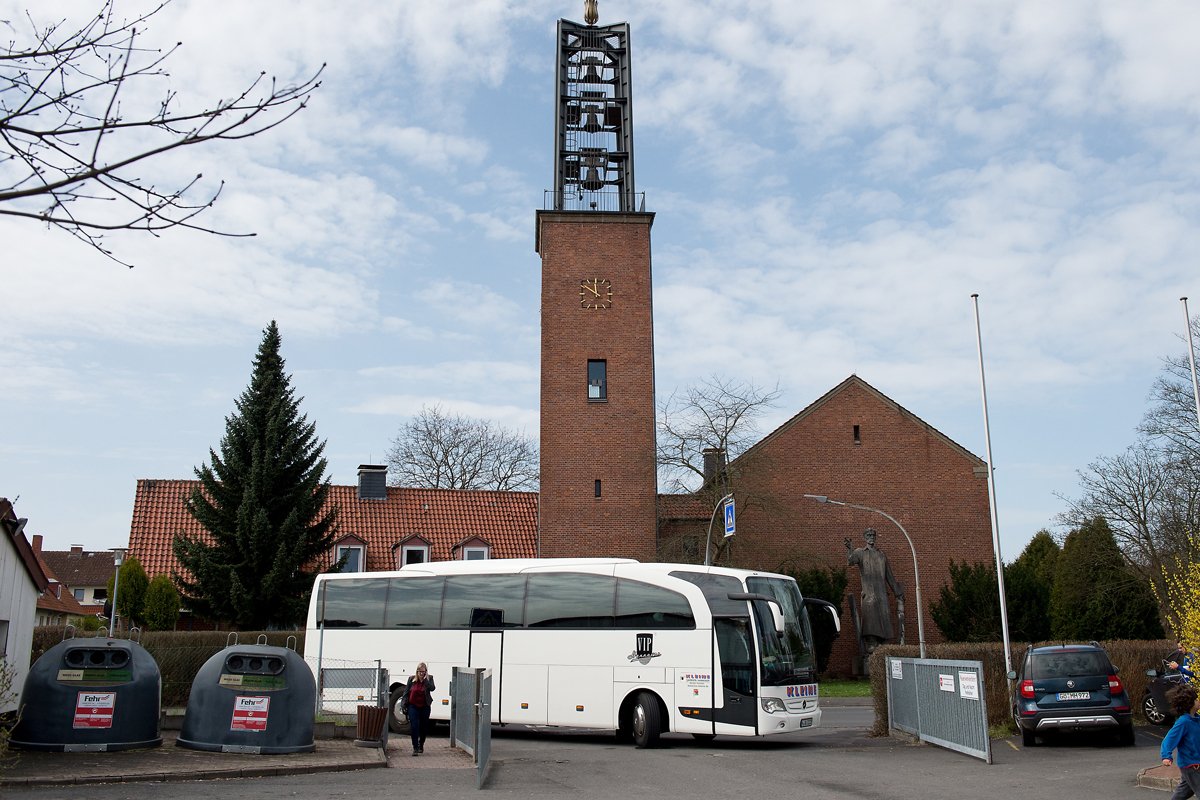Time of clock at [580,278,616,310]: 11:50
